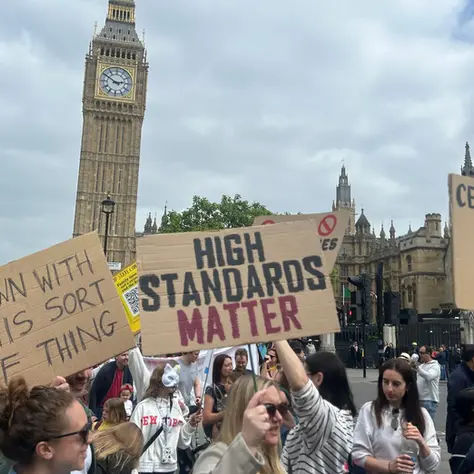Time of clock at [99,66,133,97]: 2:50
